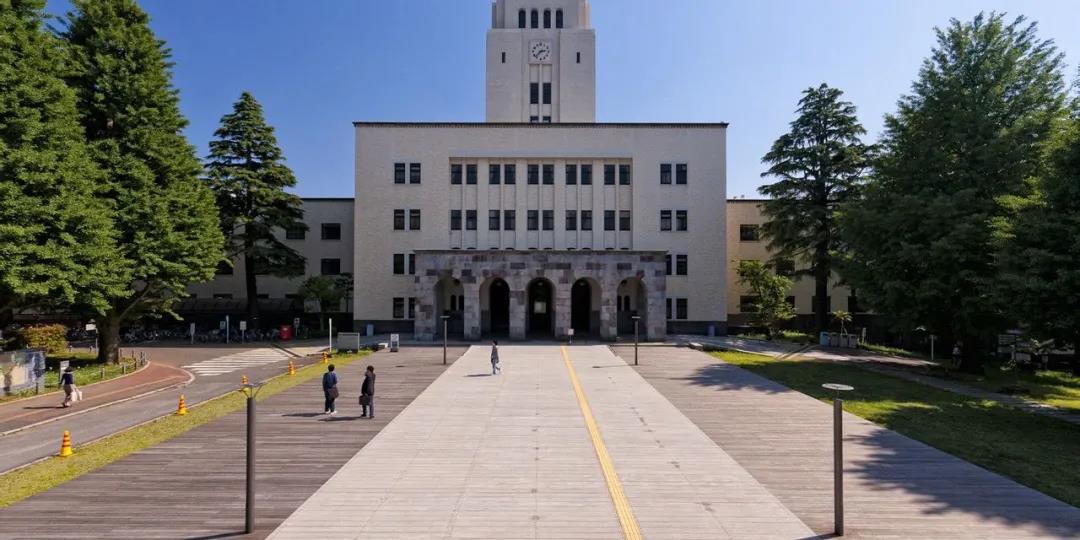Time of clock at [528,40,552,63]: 2:38
